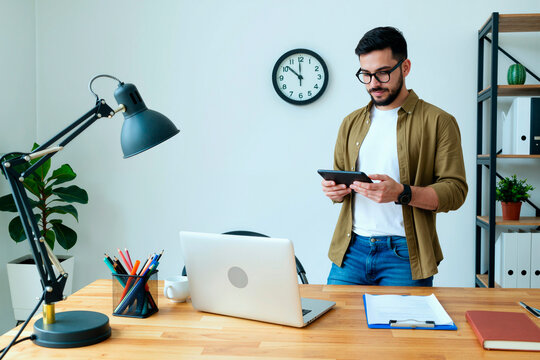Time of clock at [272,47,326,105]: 11:51
